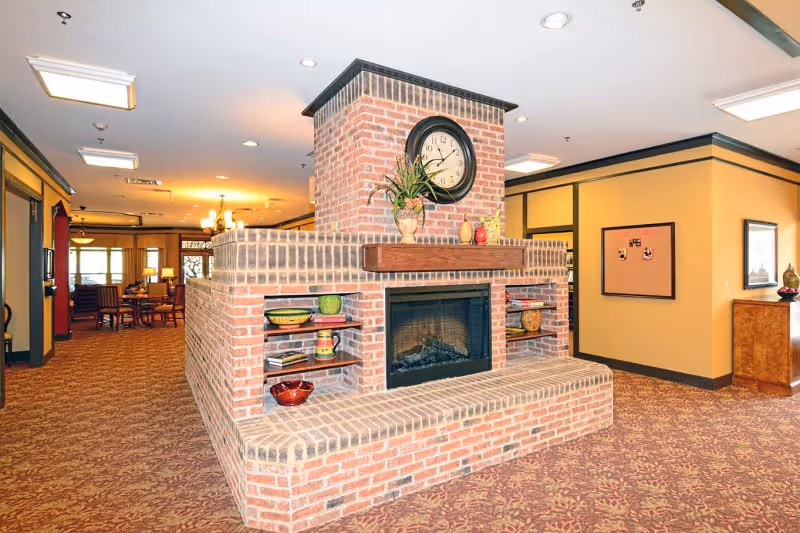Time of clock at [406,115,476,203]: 11:08
